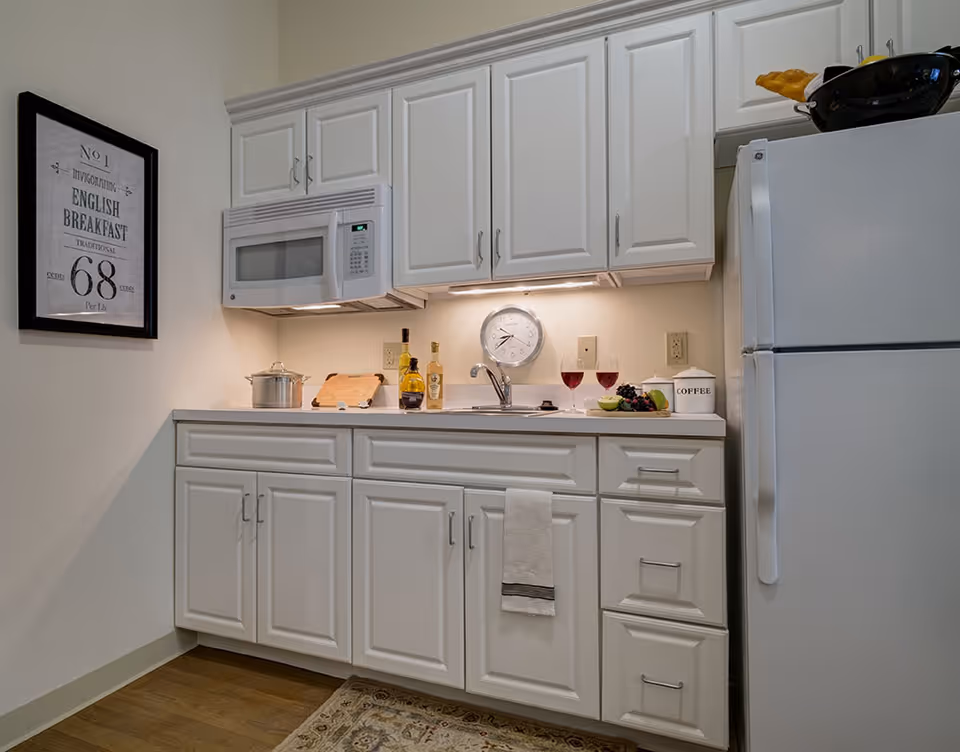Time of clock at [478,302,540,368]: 8:39
